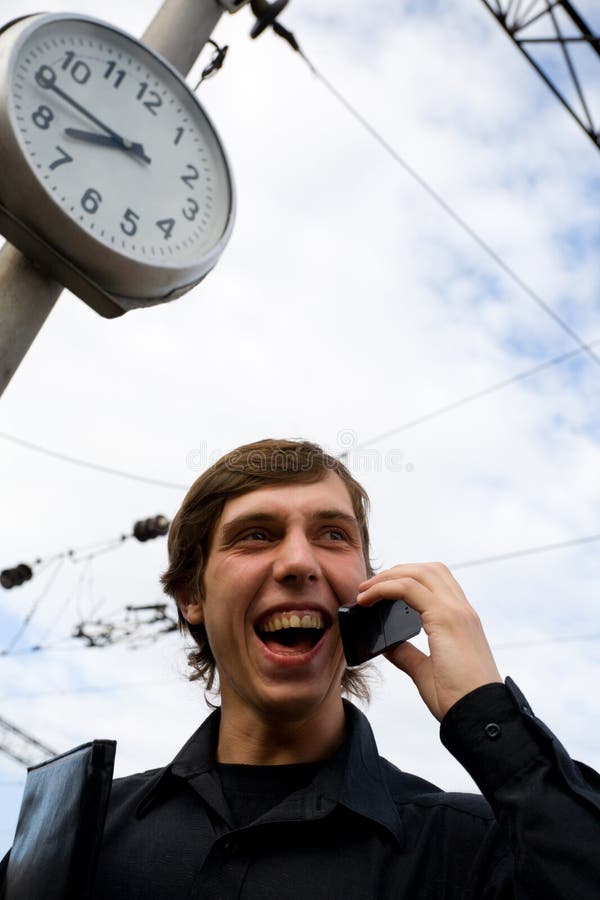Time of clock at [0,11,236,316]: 8:49
